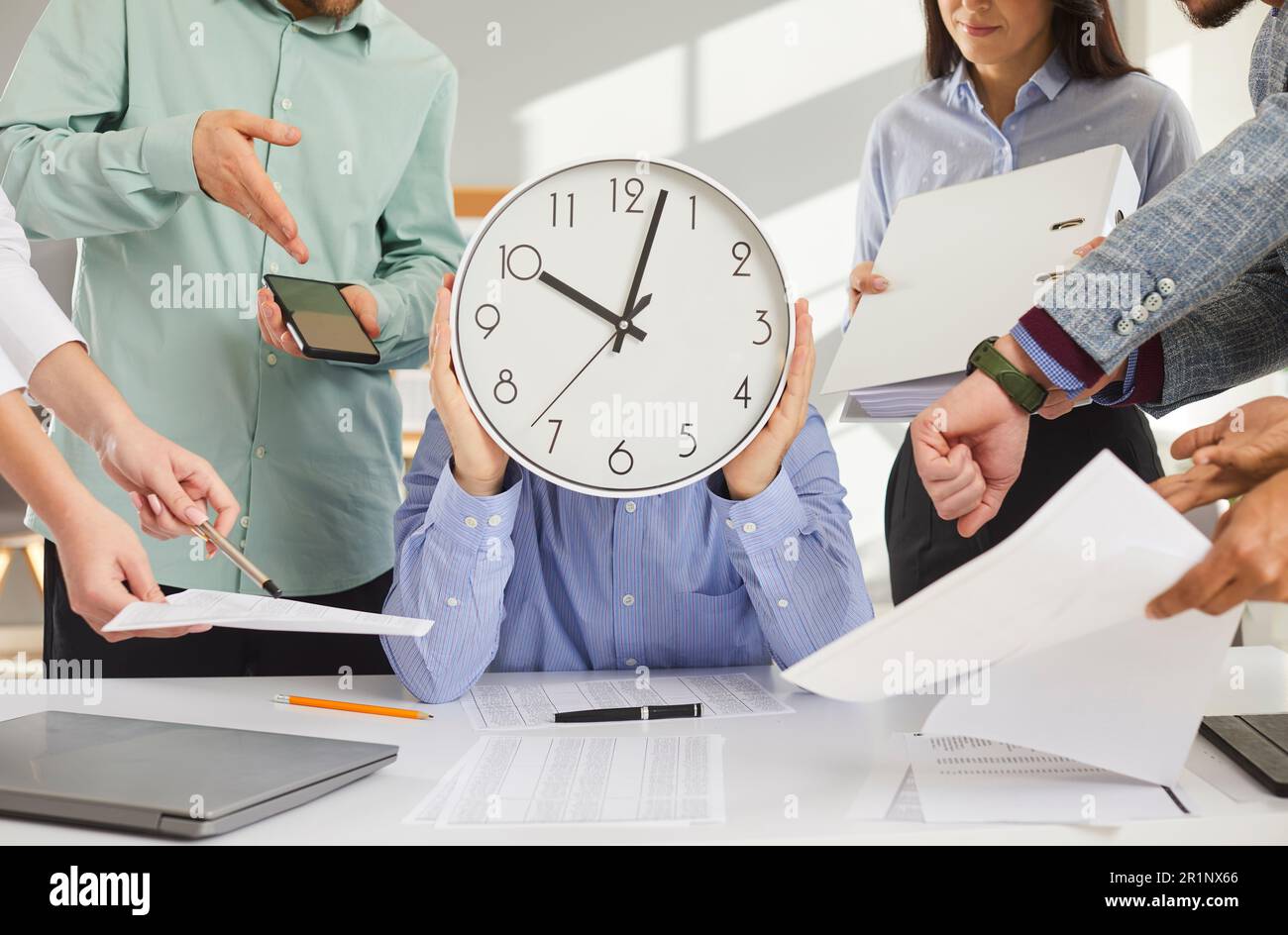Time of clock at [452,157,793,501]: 10:02
